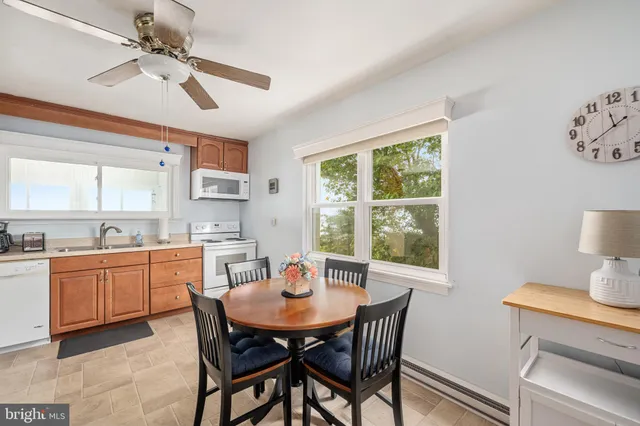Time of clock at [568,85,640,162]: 11:38
